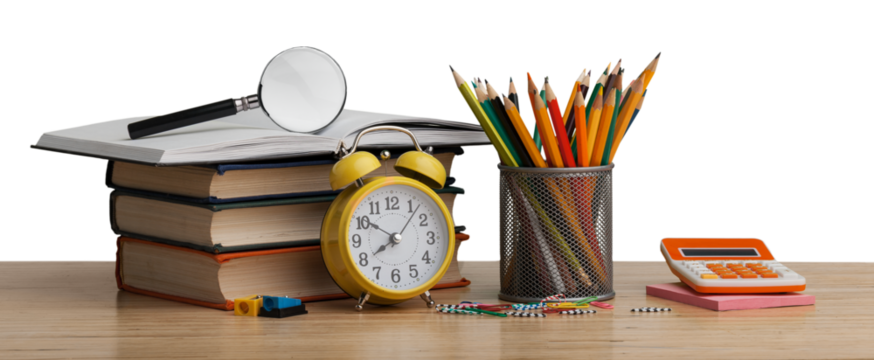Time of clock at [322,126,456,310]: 7:50
